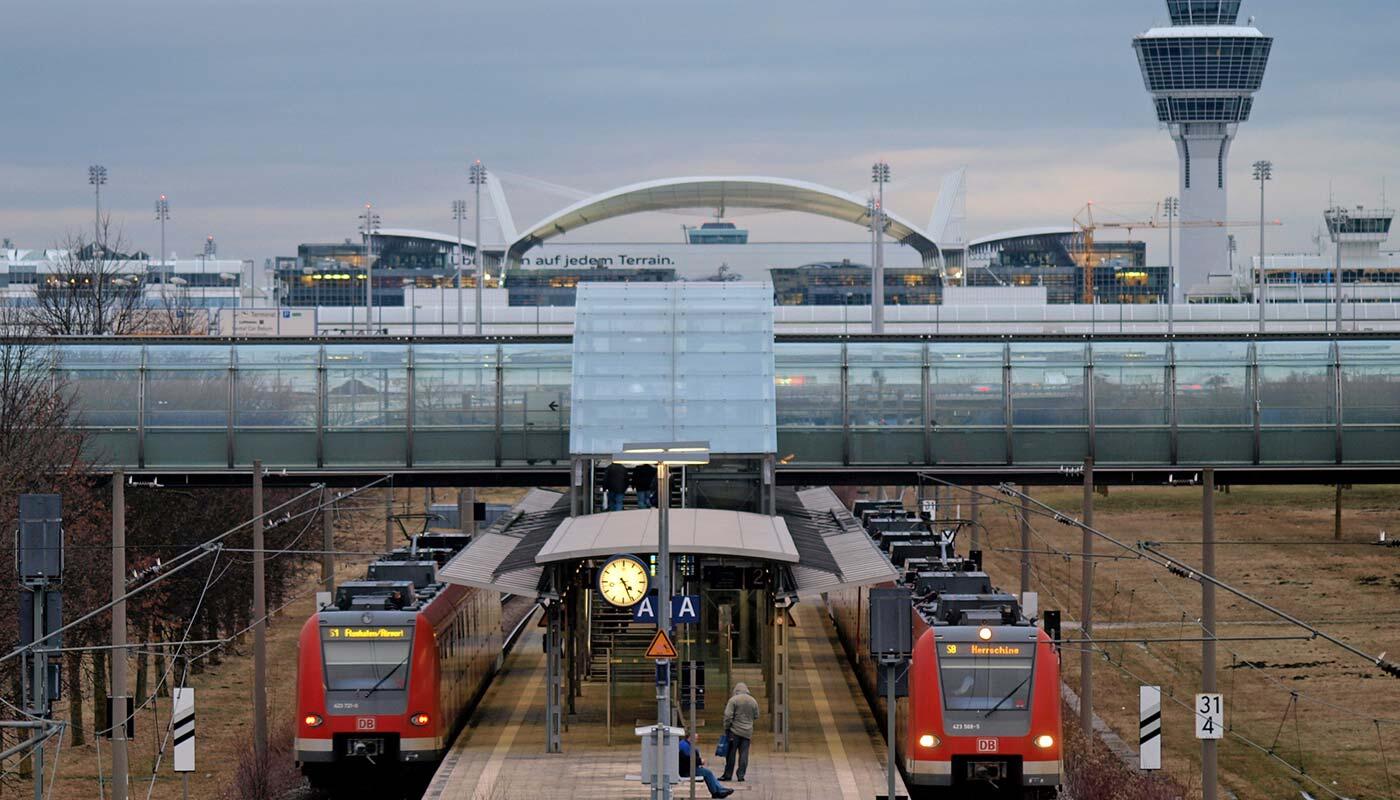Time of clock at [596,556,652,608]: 4:26
